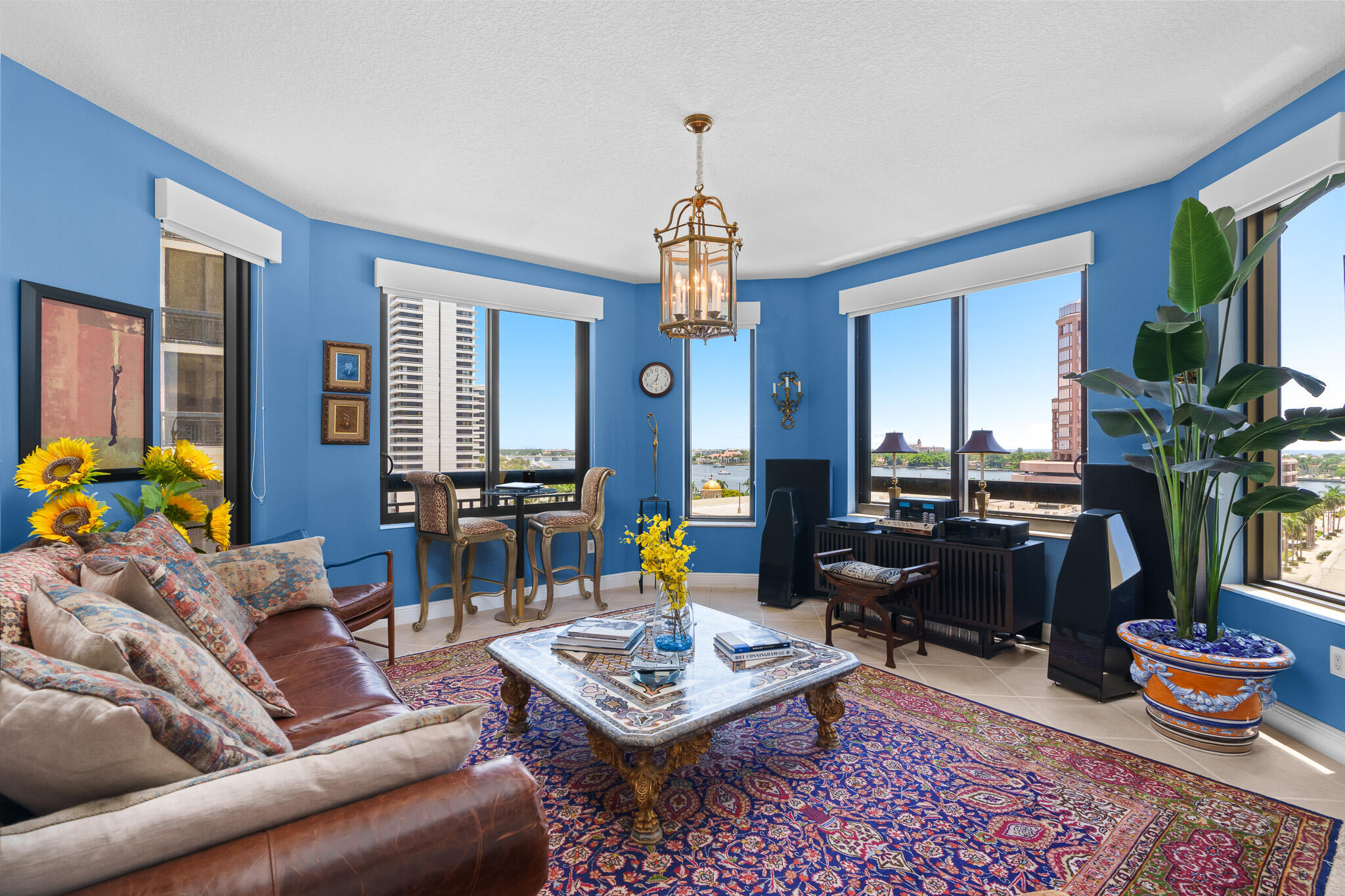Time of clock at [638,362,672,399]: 12:37
